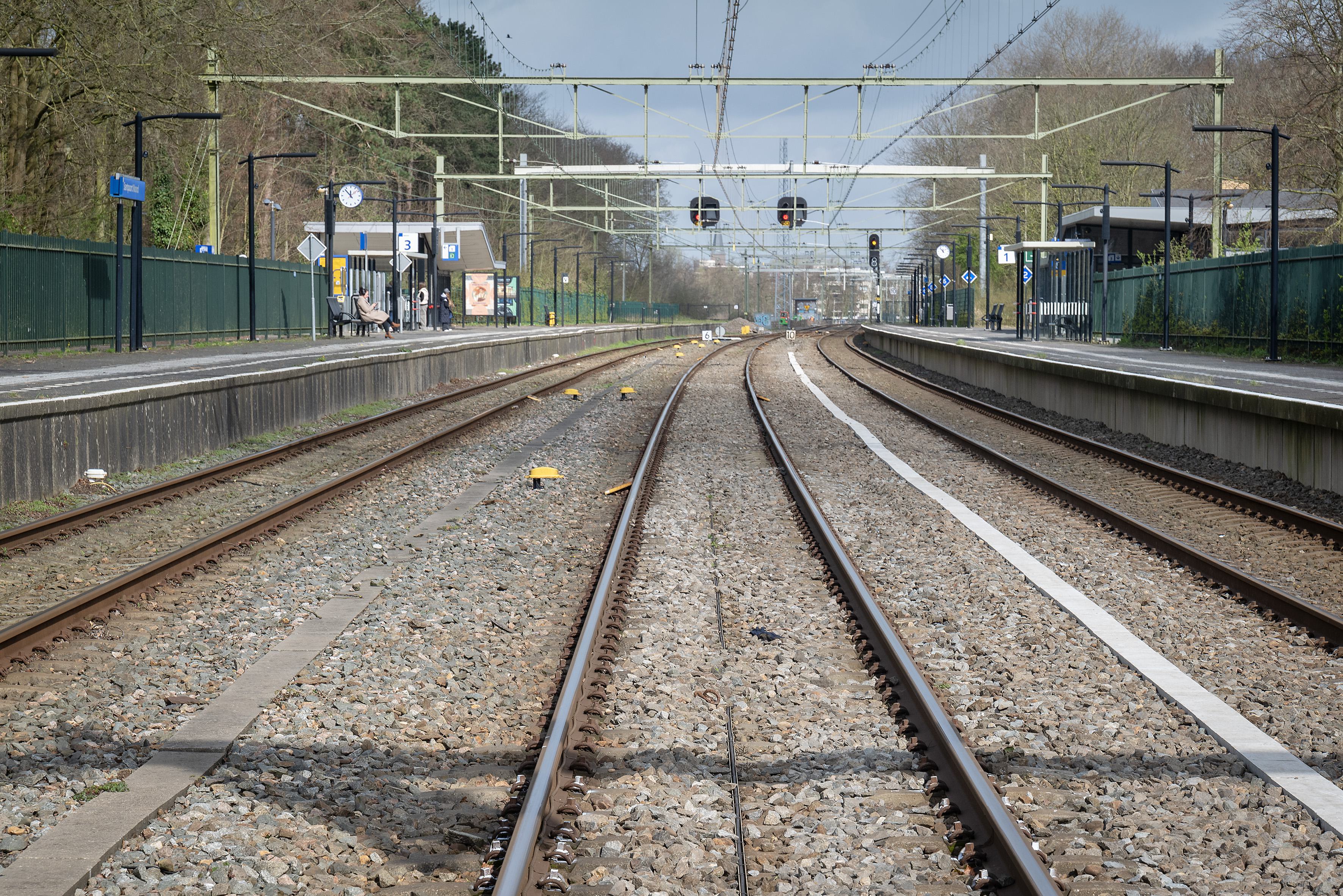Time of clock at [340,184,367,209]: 11:52
